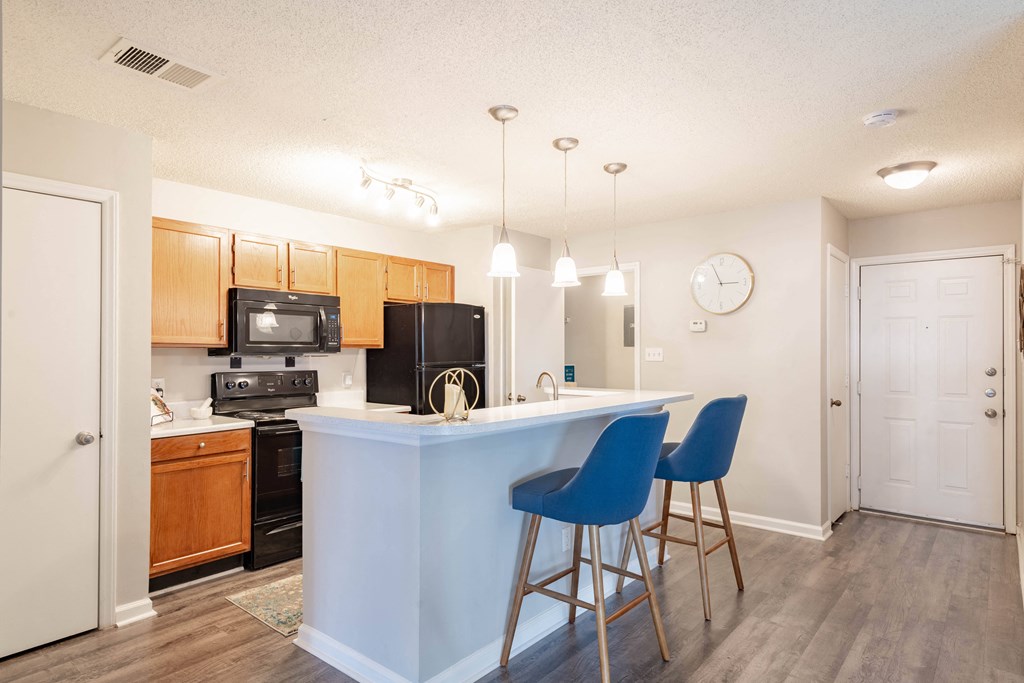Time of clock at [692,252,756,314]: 2:55
